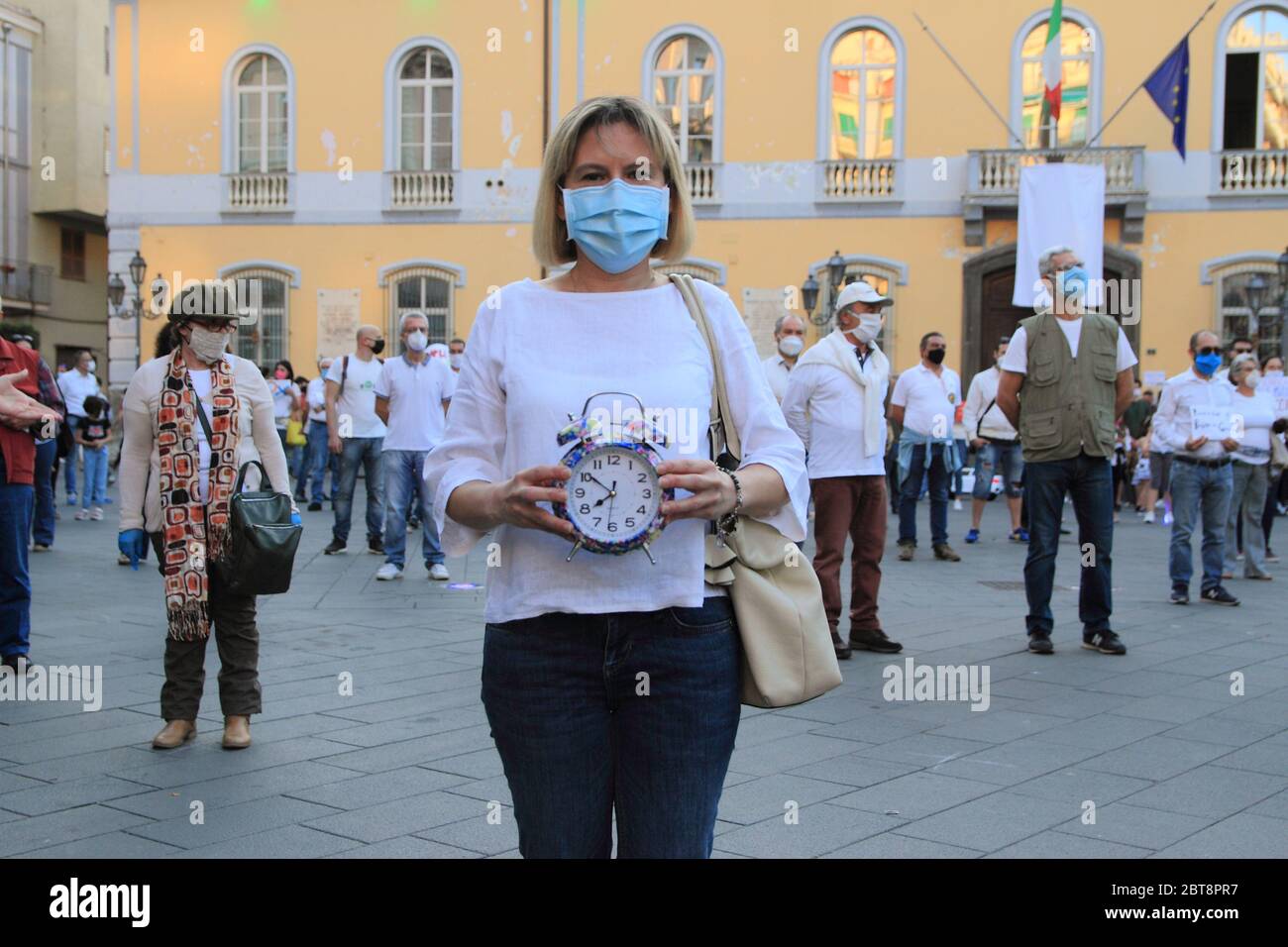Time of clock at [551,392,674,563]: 7:51
